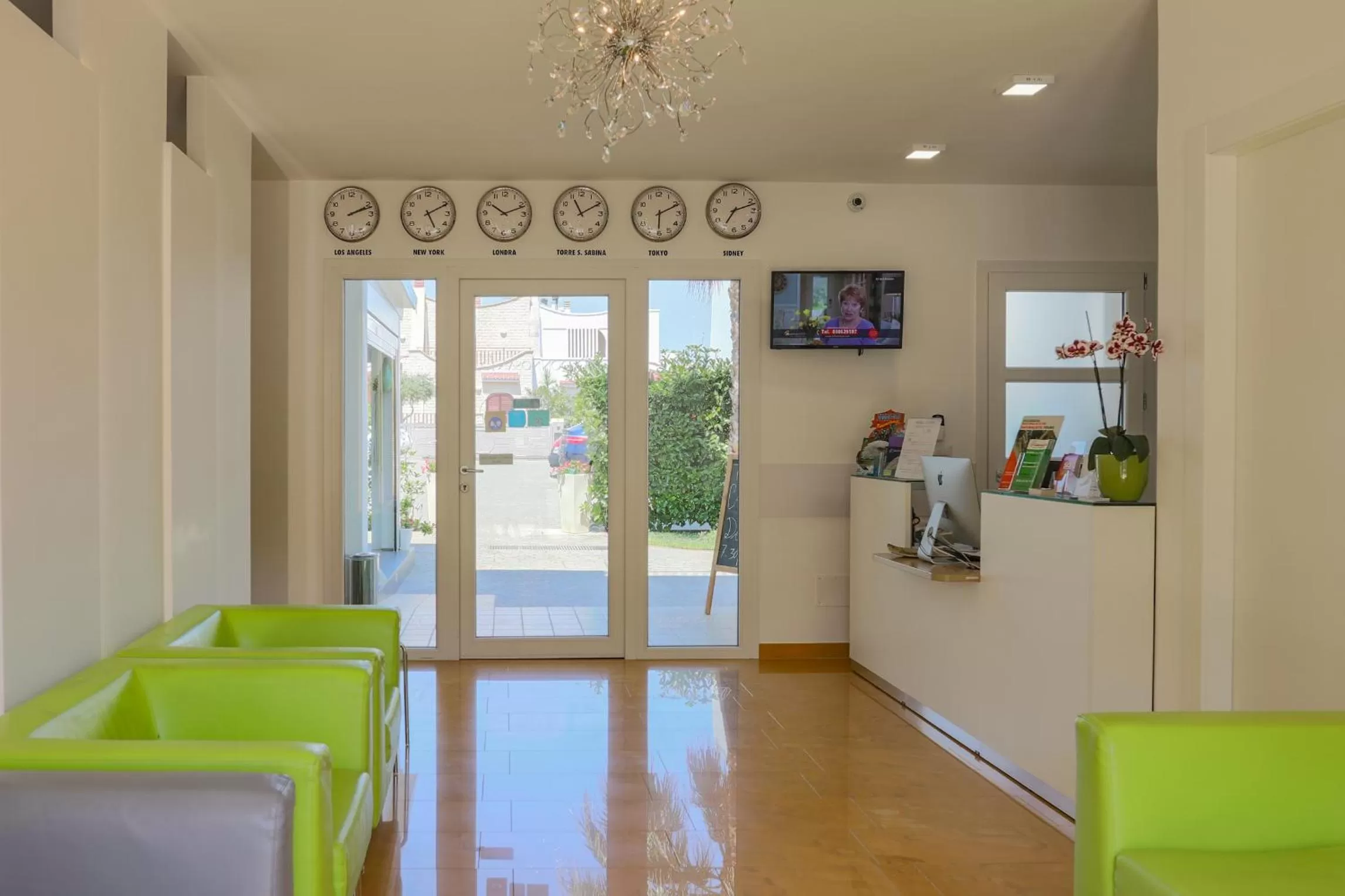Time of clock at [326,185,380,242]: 2:11
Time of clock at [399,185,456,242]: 5:10
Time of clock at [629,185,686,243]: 6:10
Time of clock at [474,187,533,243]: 10:11
